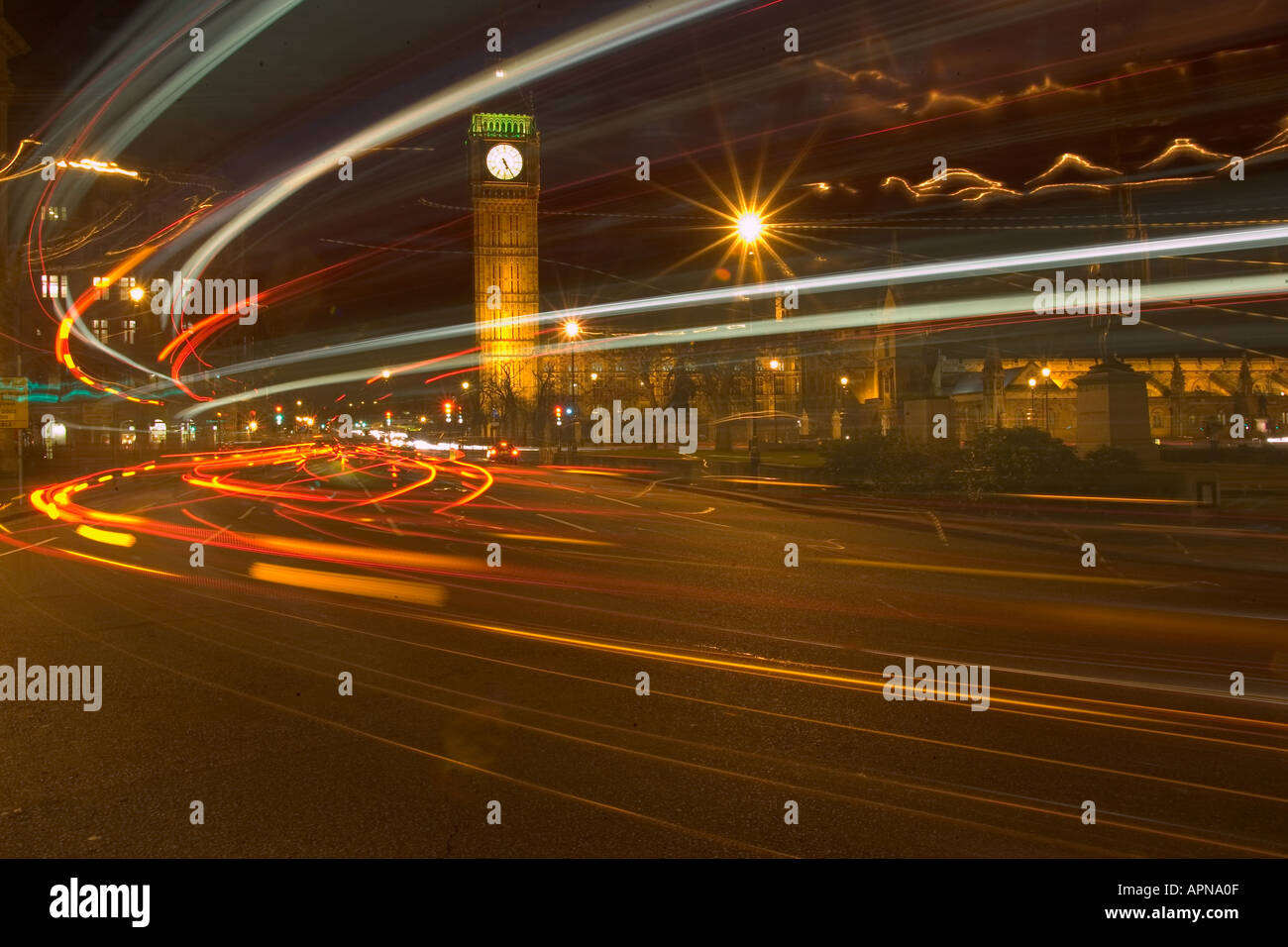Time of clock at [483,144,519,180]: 5:24
